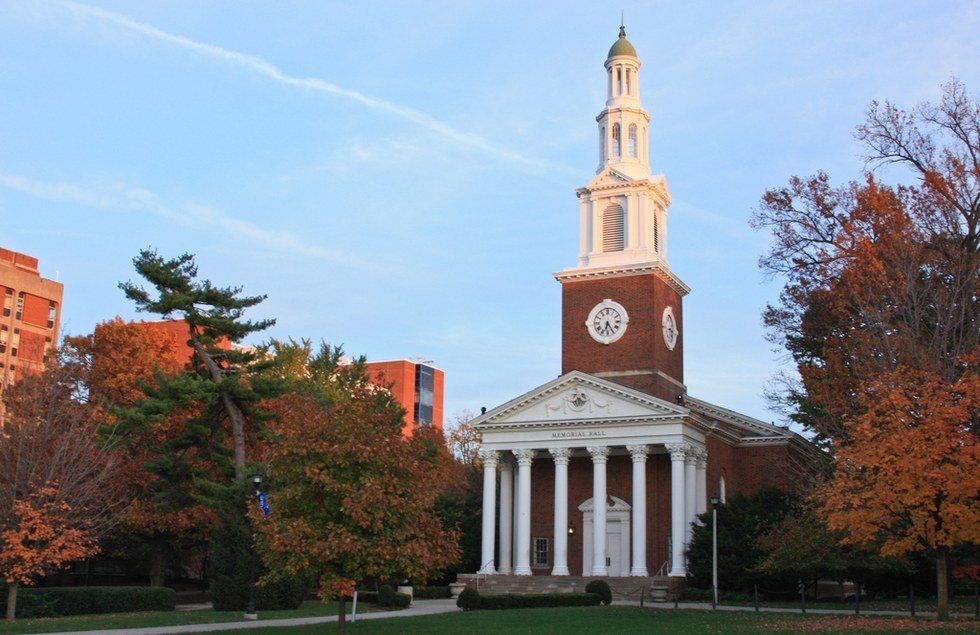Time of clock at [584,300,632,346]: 6:24
